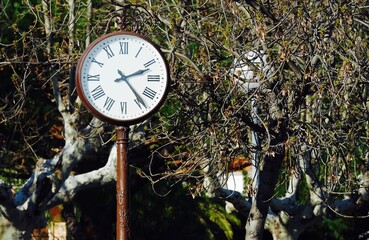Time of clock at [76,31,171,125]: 2:23
